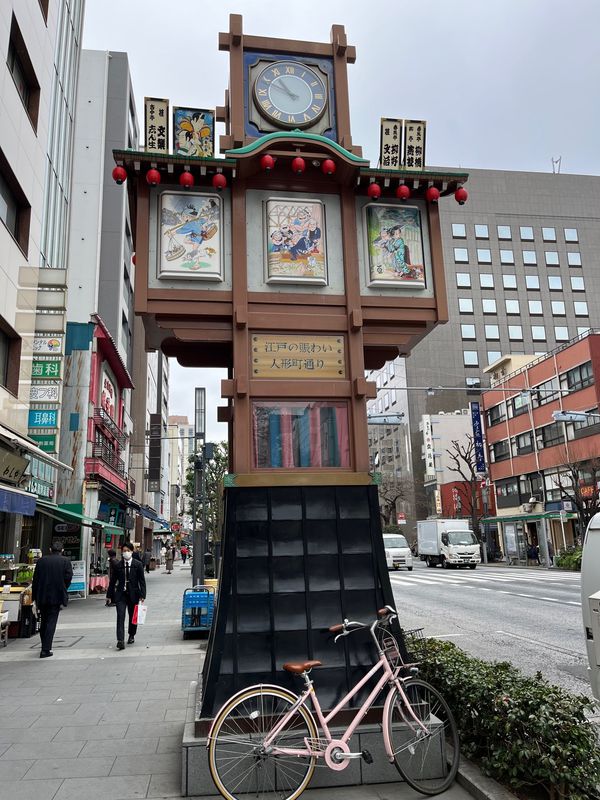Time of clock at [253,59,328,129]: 10:49
